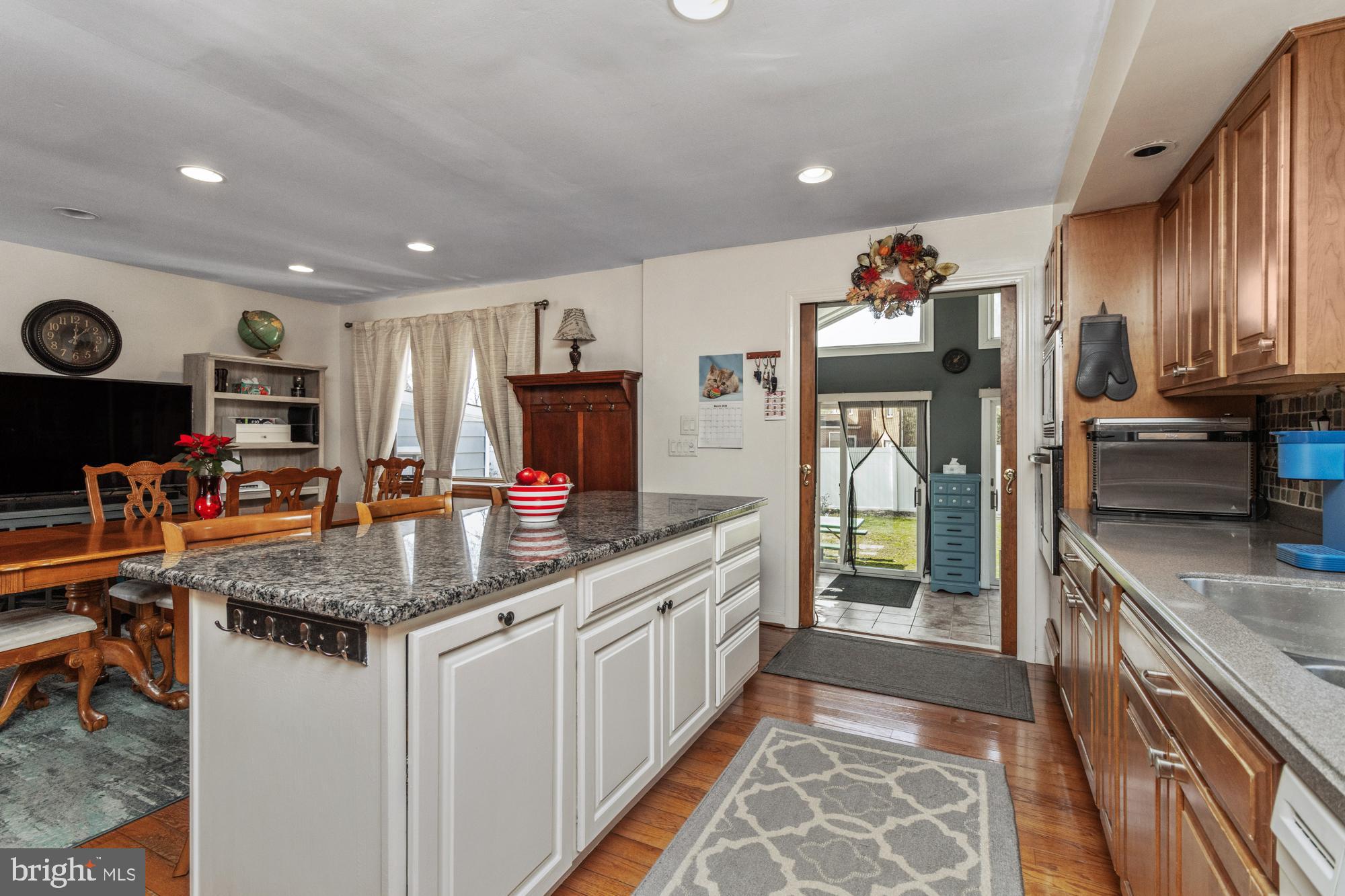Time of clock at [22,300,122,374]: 12:07
